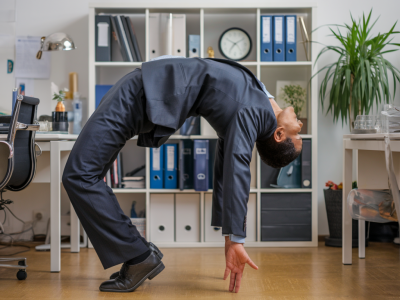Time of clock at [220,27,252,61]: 7:09
